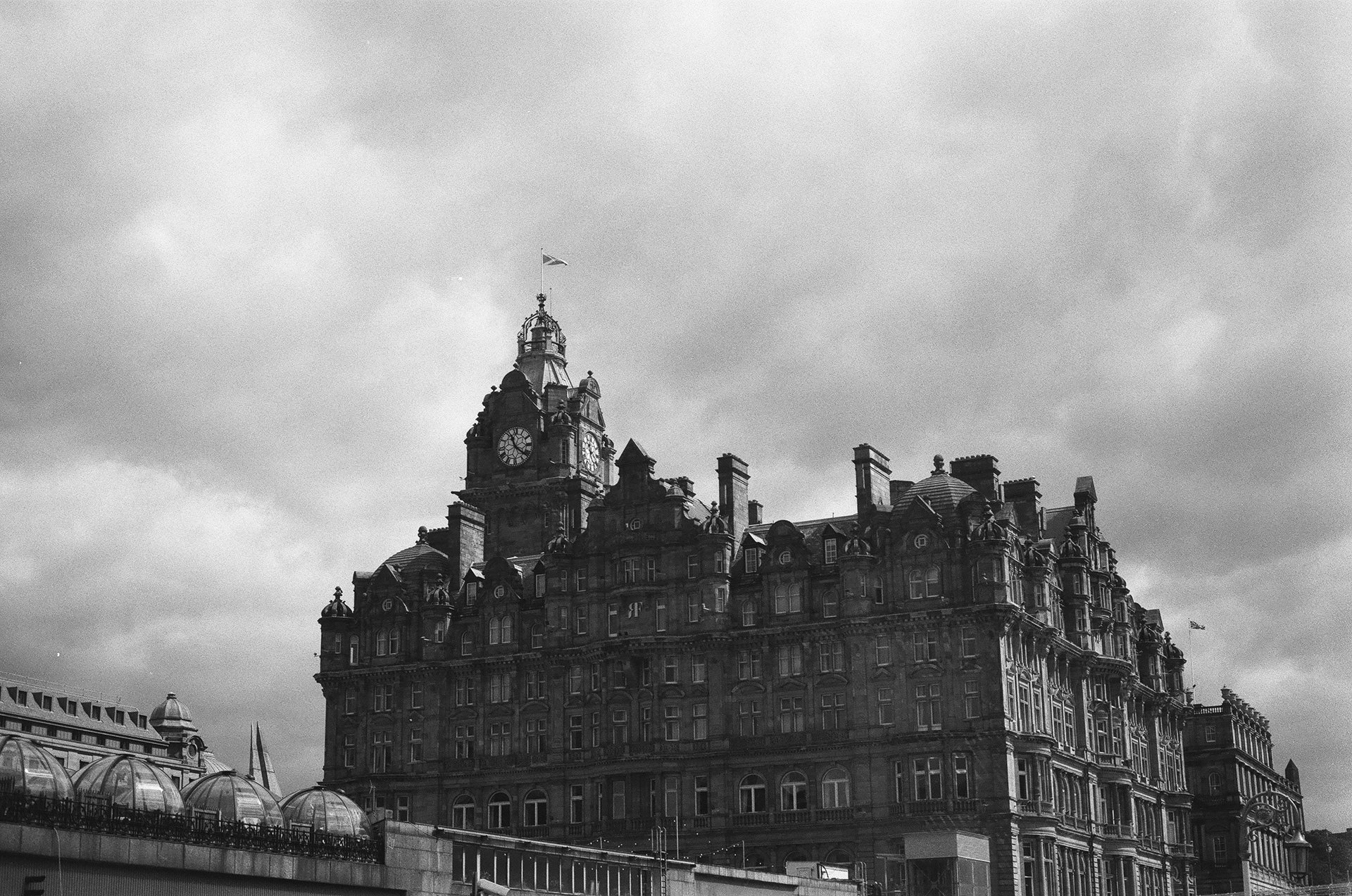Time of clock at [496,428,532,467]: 11:21
